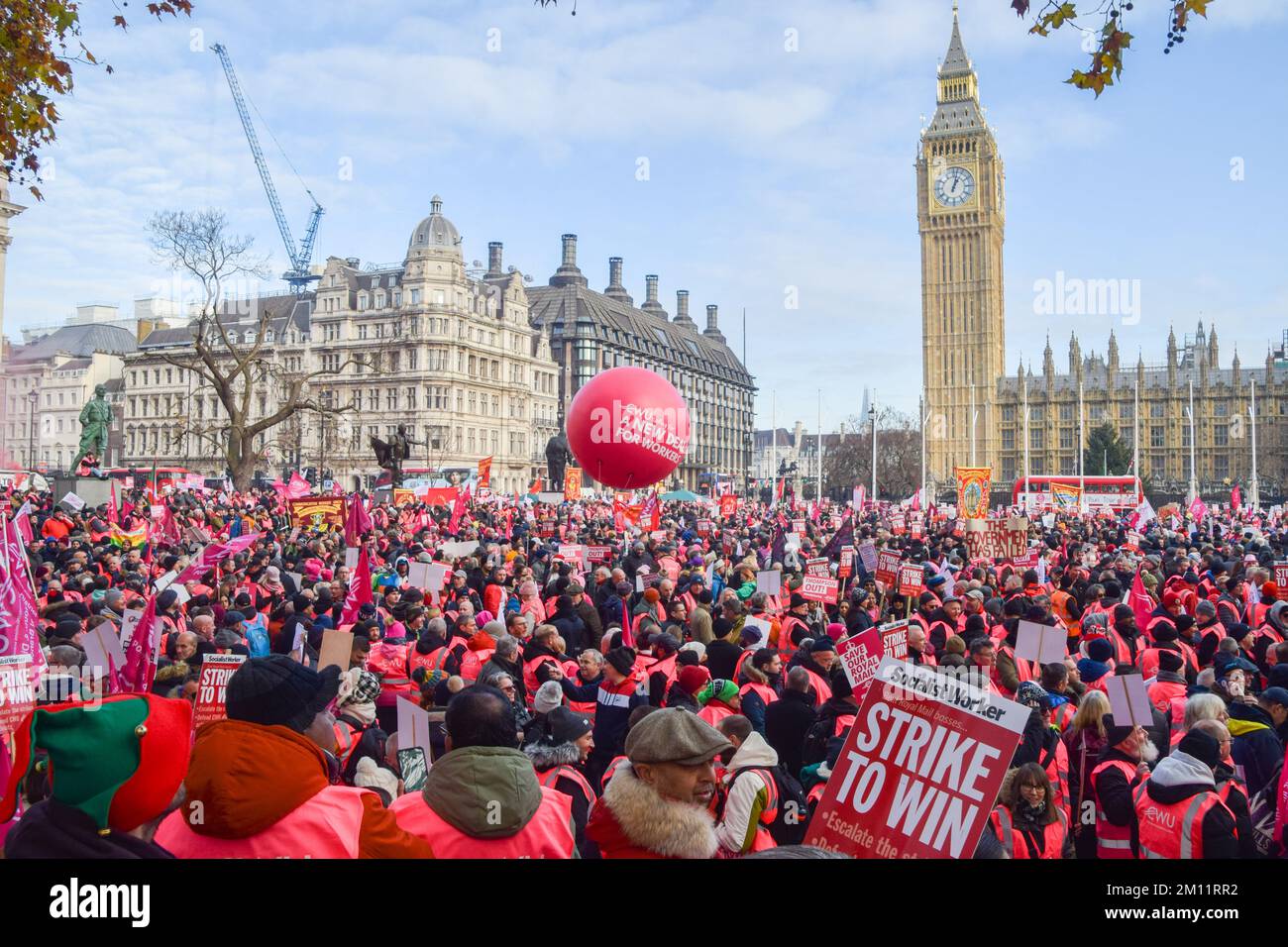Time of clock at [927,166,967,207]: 1:02
